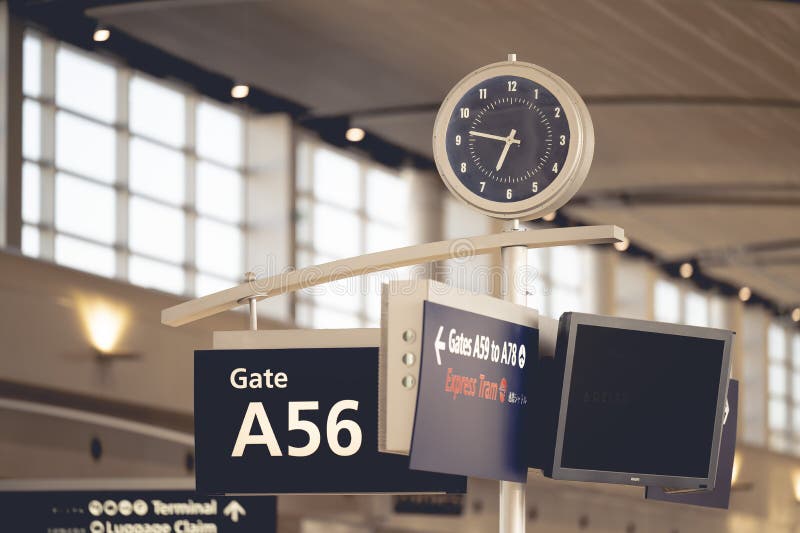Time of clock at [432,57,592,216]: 6:46
